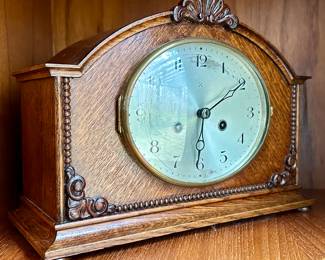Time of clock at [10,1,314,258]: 6:09
